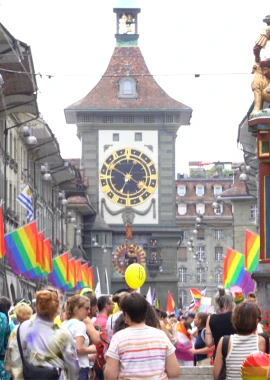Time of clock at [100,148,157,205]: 6:50
